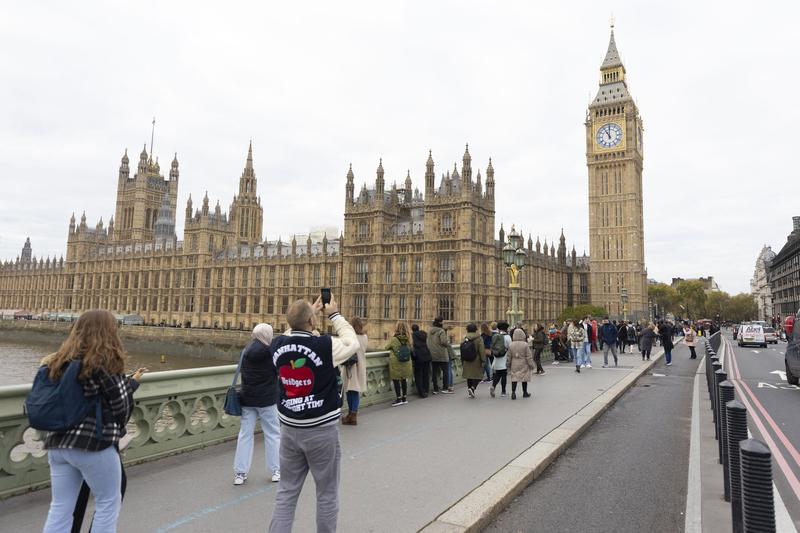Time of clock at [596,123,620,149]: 11:00
